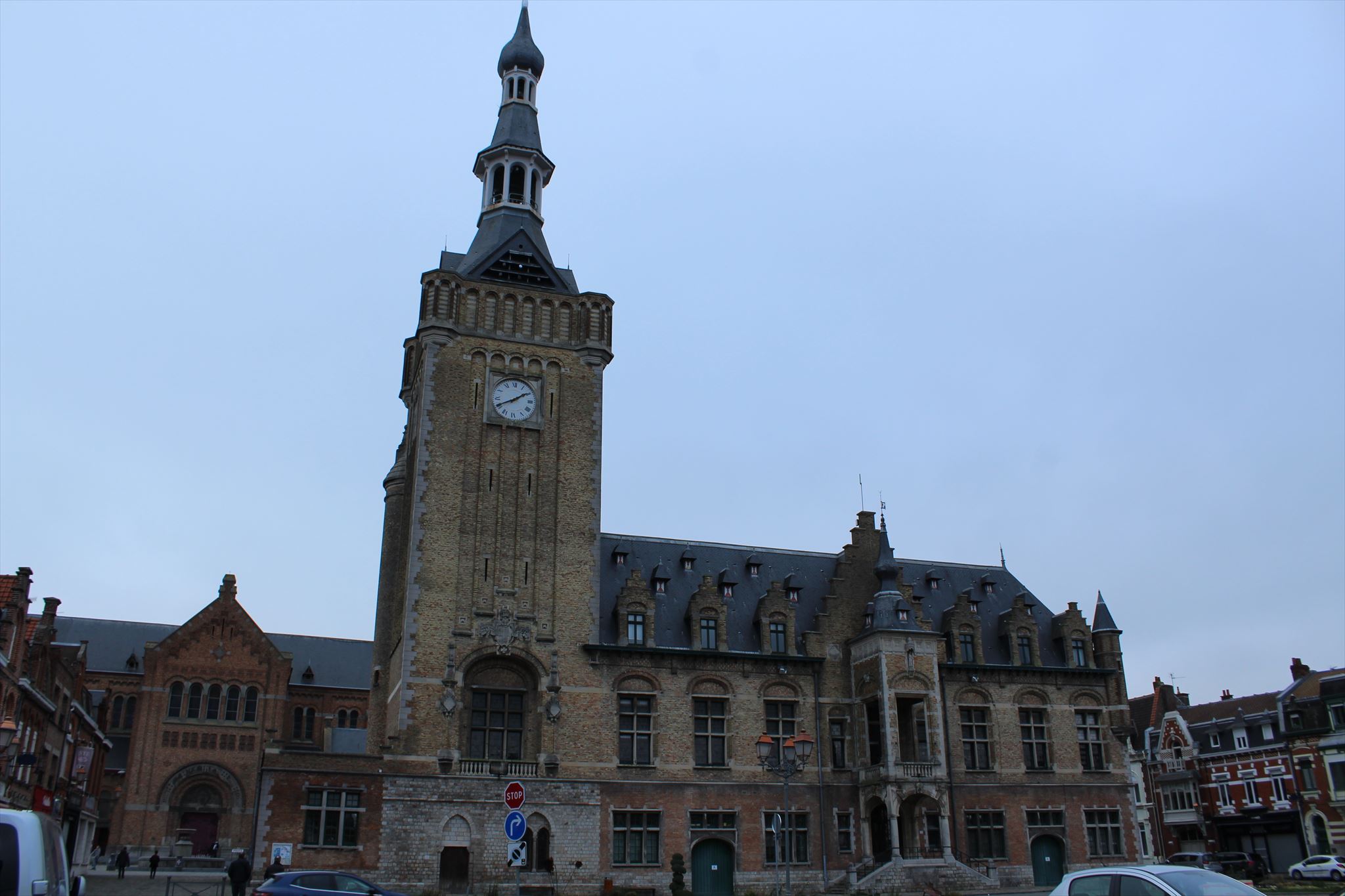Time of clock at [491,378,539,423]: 1:40
